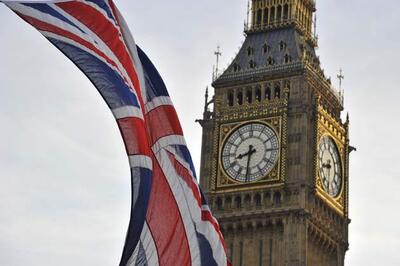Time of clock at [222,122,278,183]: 8:31
